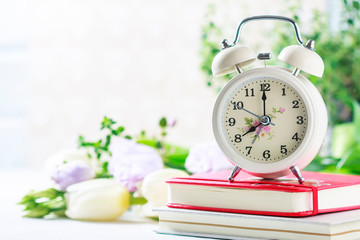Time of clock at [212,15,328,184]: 7:59
